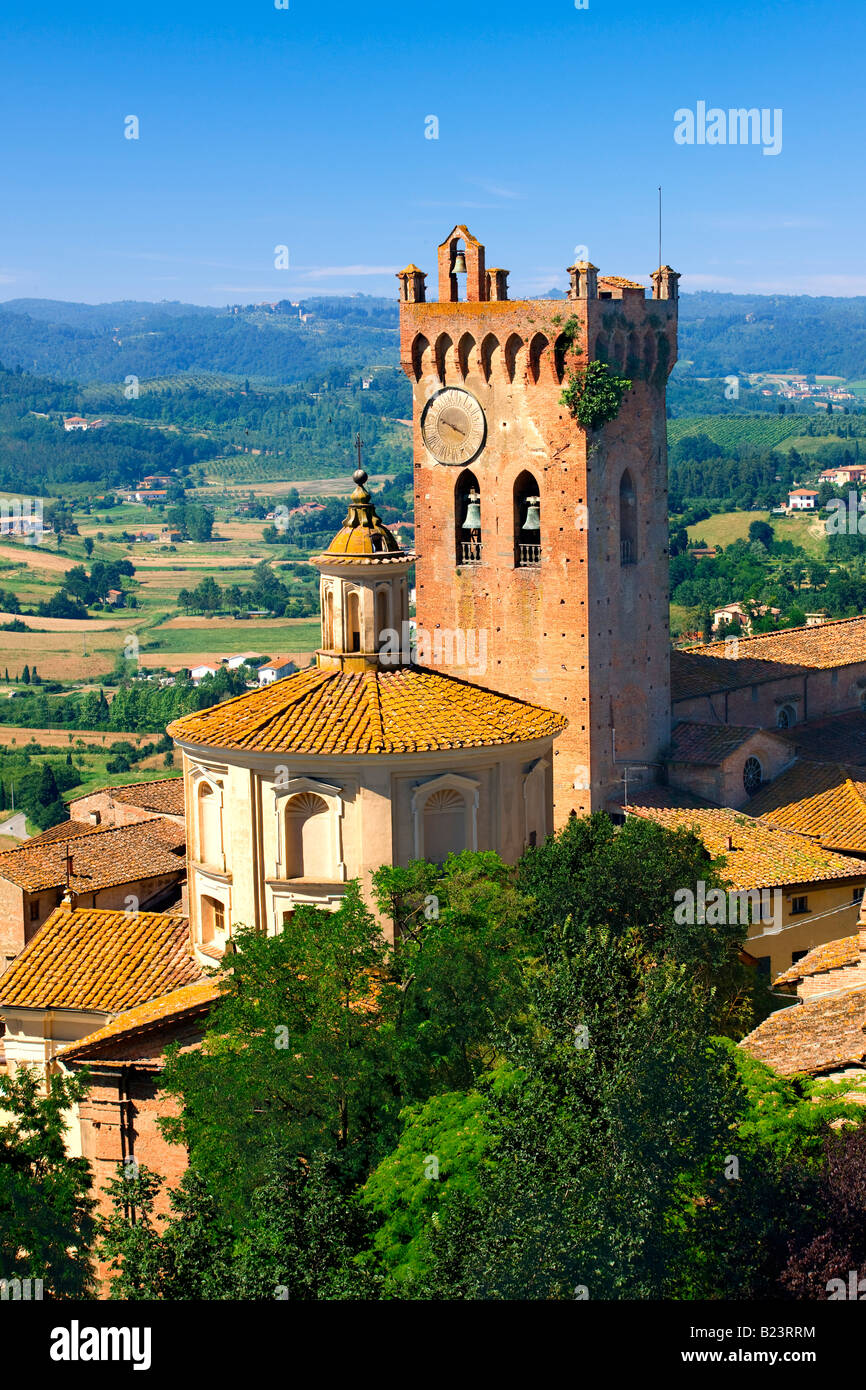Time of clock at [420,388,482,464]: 3:48
